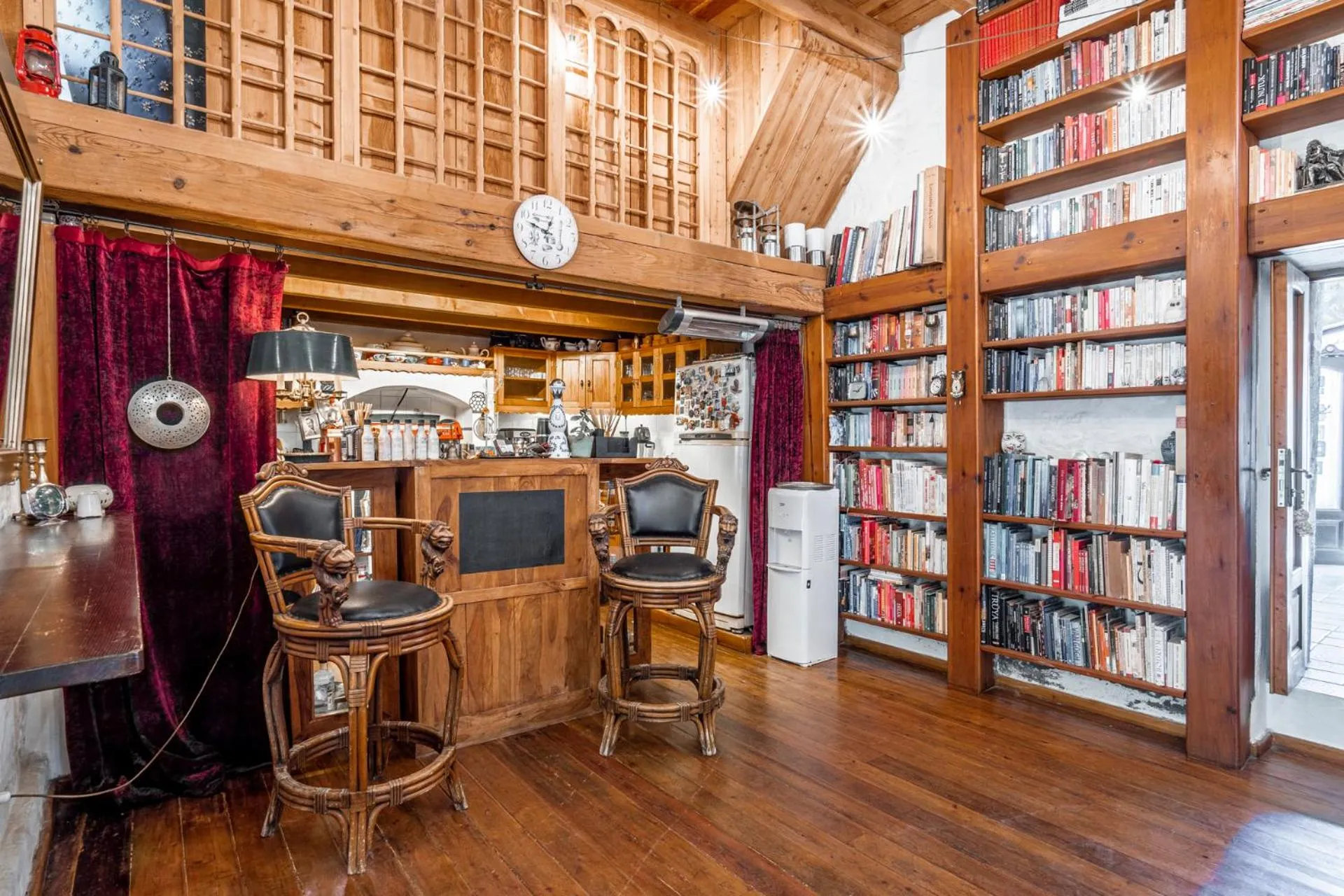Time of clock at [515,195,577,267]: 12:48
